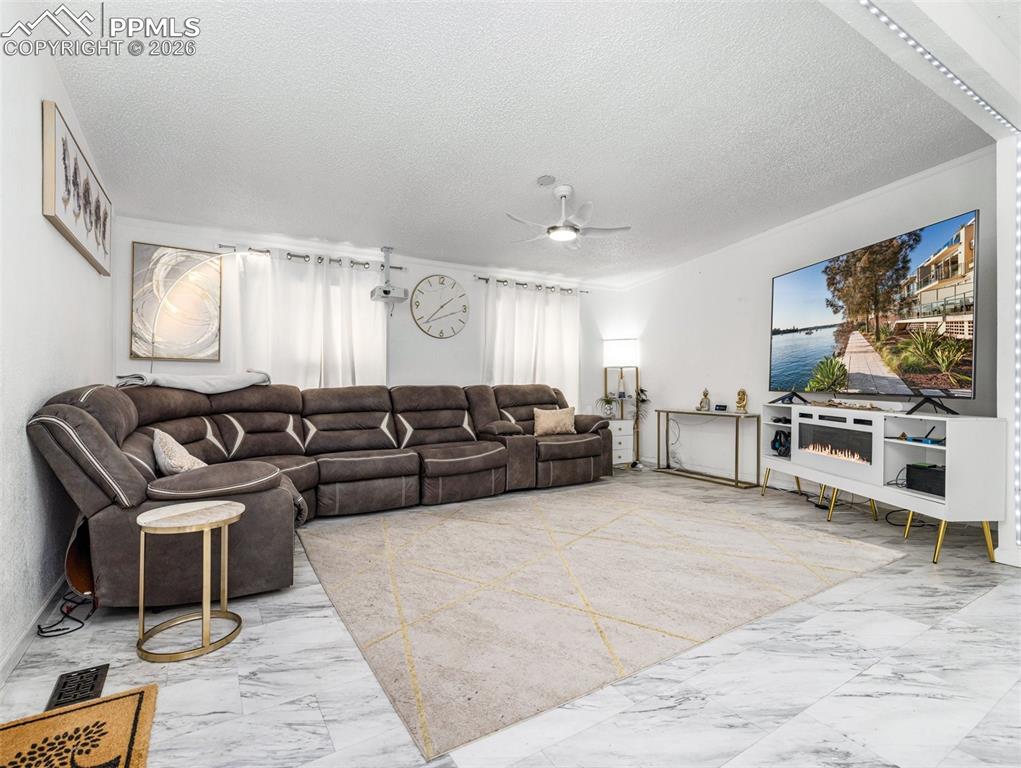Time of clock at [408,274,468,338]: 1:37
